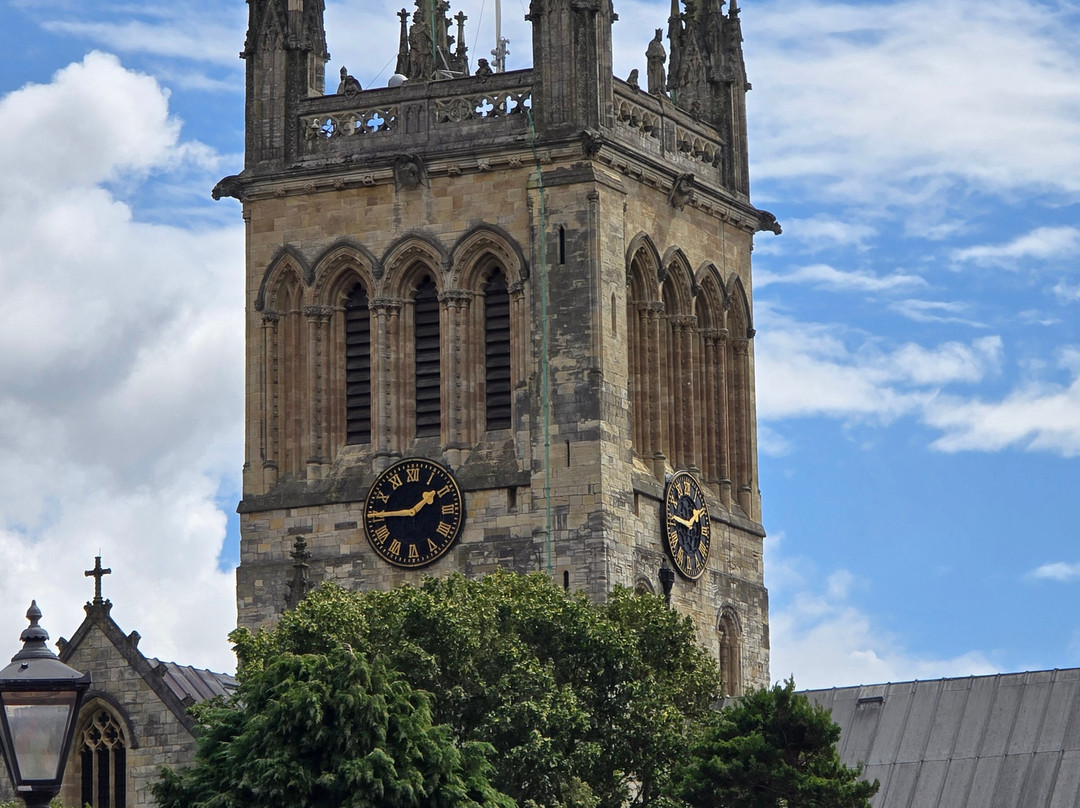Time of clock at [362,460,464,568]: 1:45
